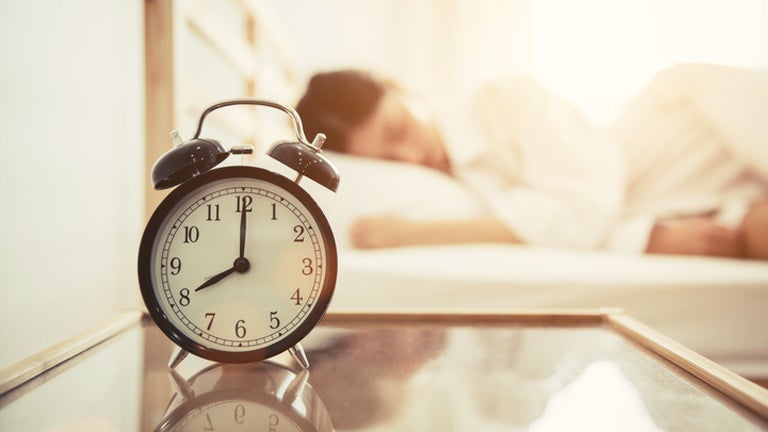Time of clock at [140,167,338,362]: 8:00
